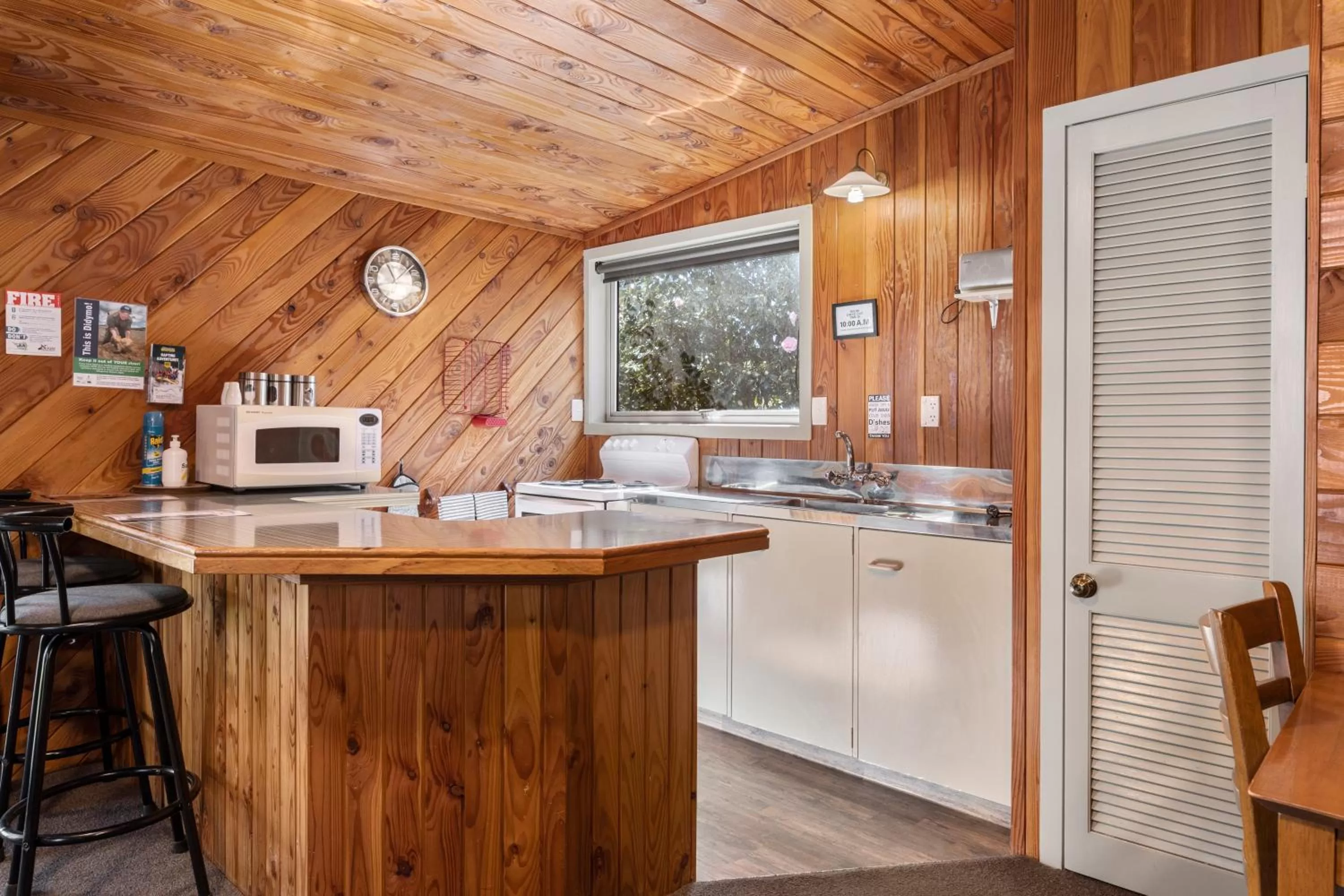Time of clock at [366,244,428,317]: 11:09
